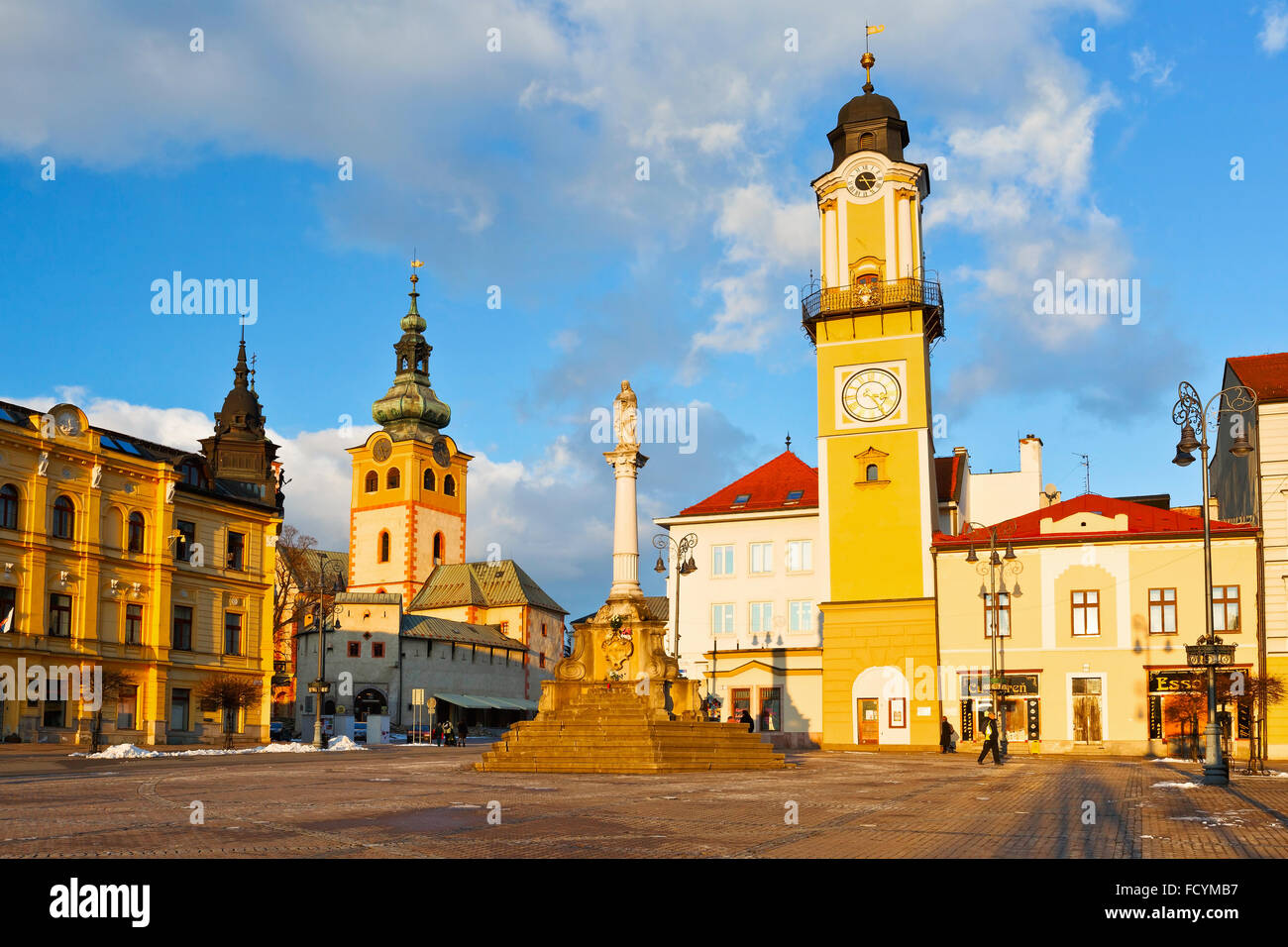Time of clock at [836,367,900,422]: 3:24
